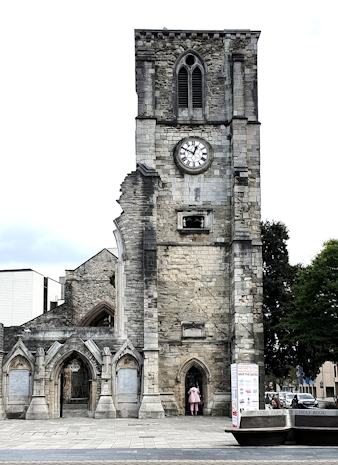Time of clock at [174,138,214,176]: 12:49
